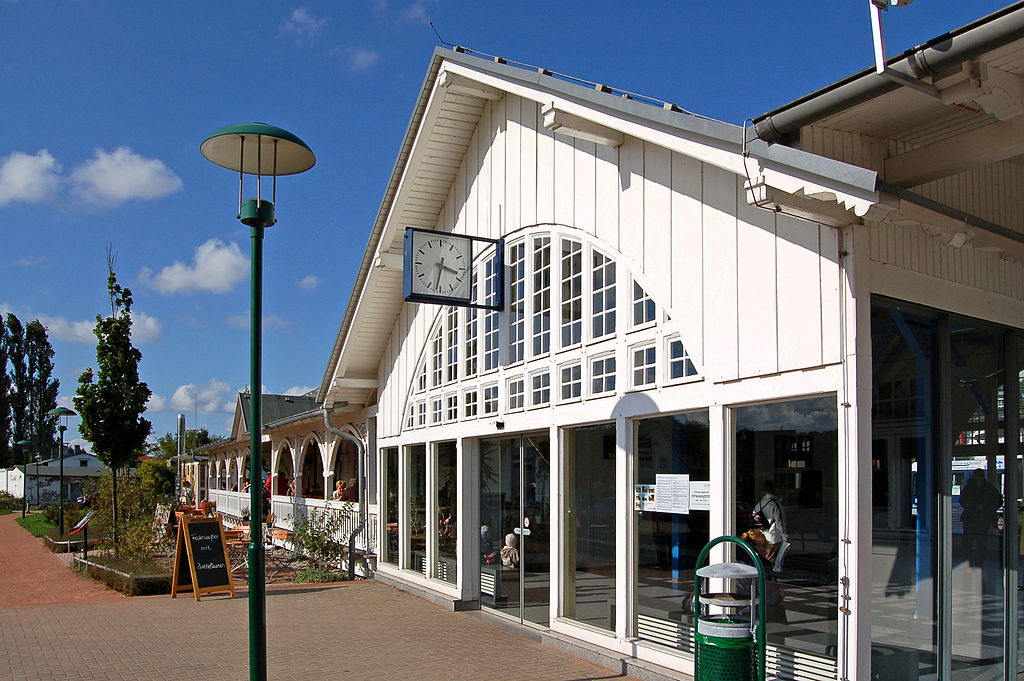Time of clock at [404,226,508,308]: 3:32
